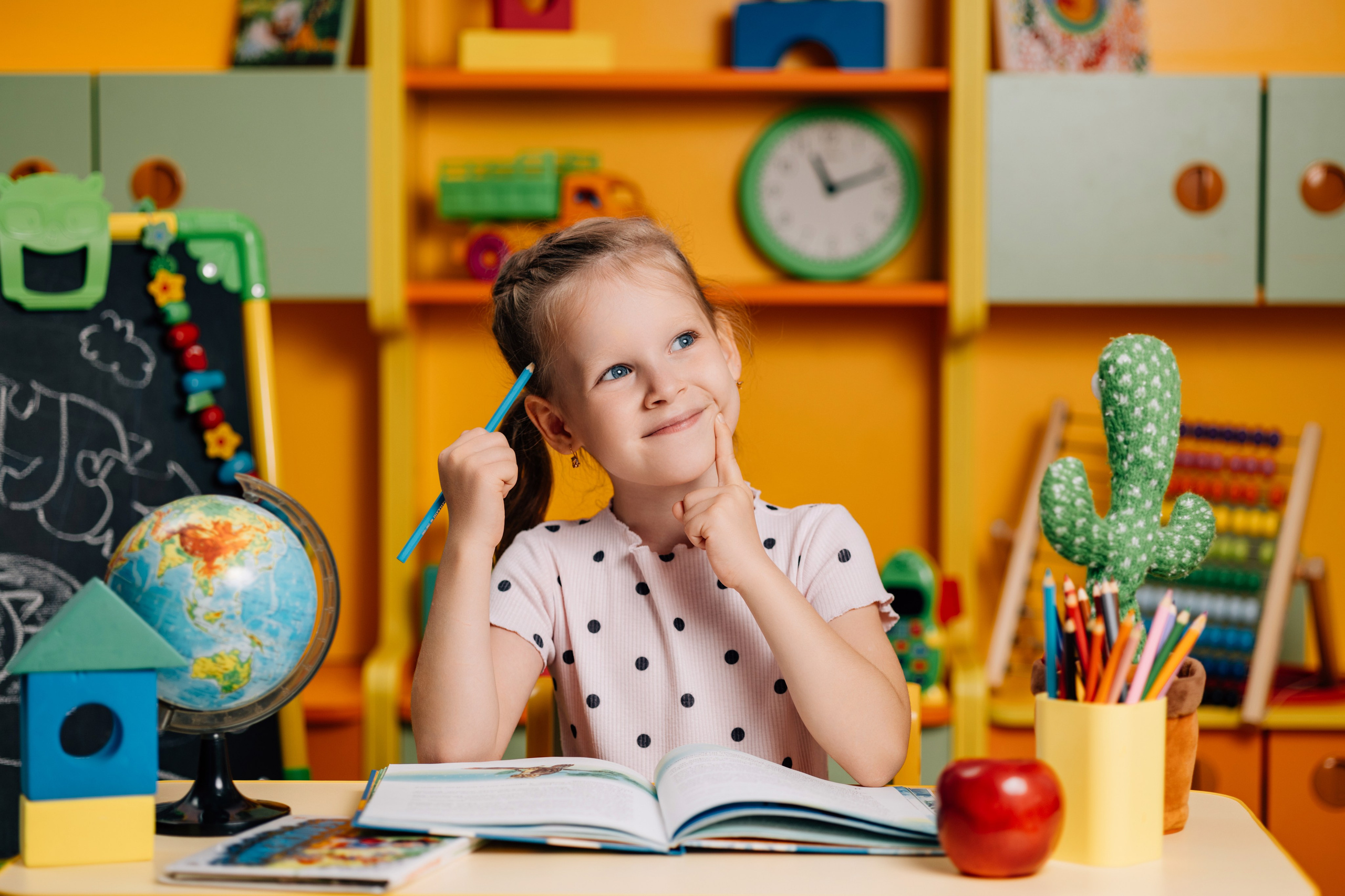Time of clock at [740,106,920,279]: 11:11
